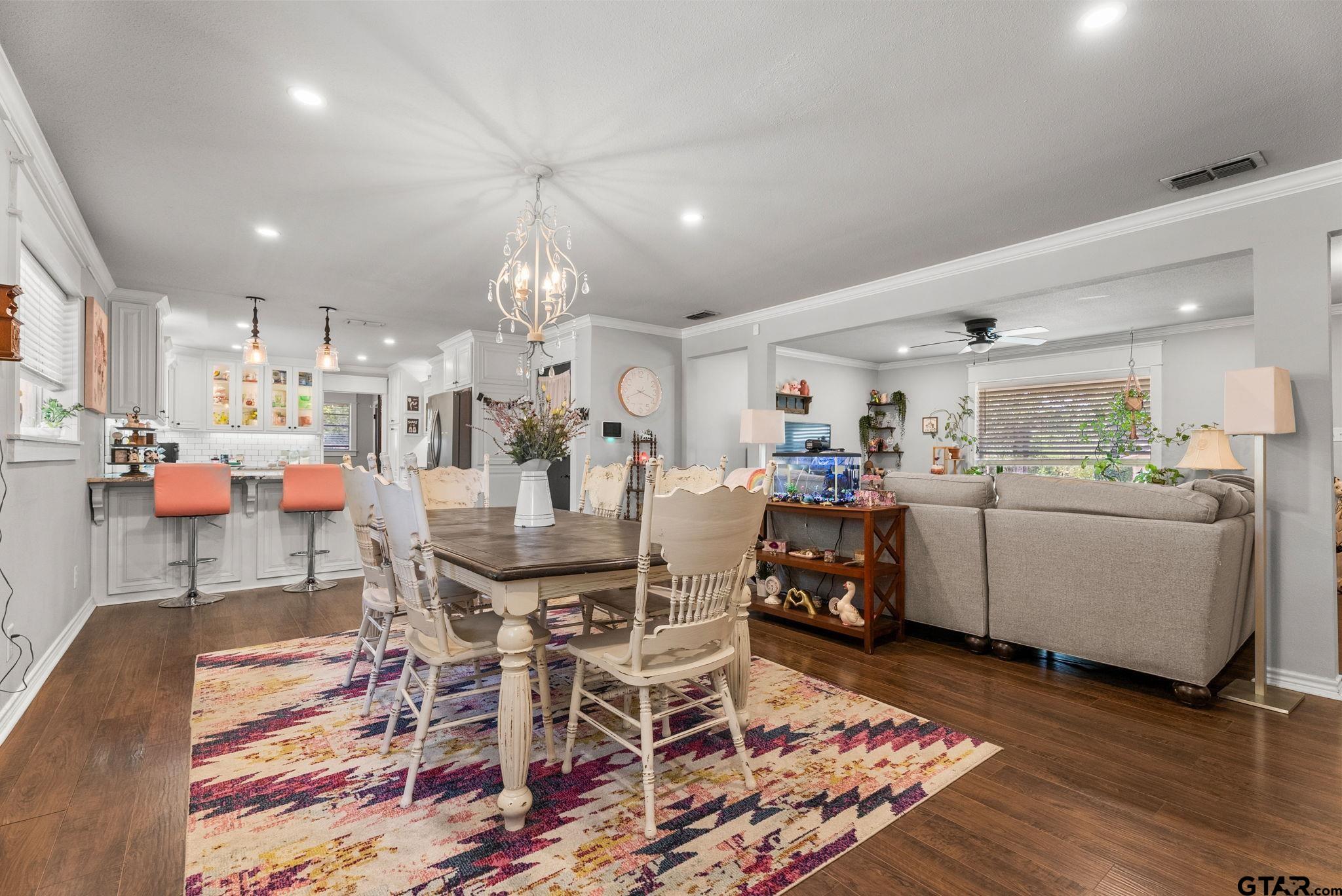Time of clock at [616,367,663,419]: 8:18
